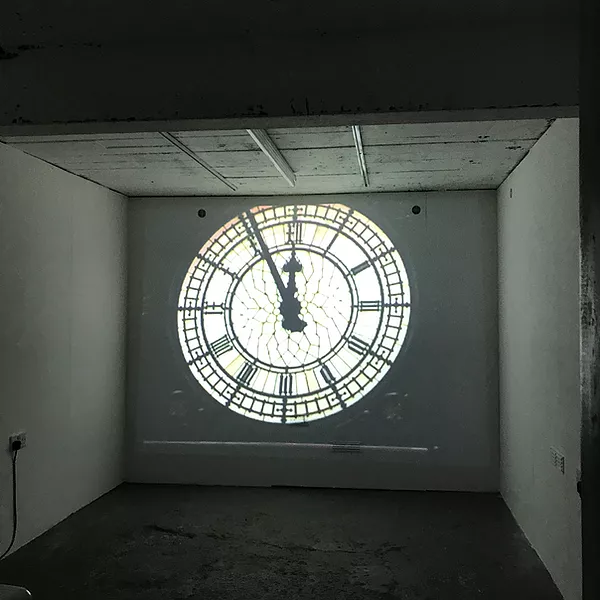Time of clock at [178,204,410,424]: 11:55
